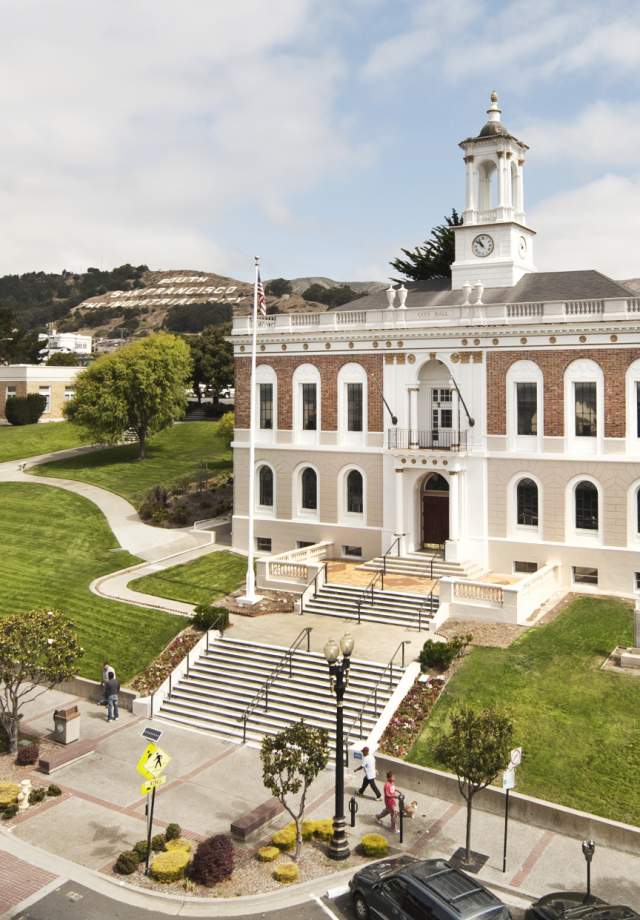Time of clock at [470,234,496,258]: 10:51
